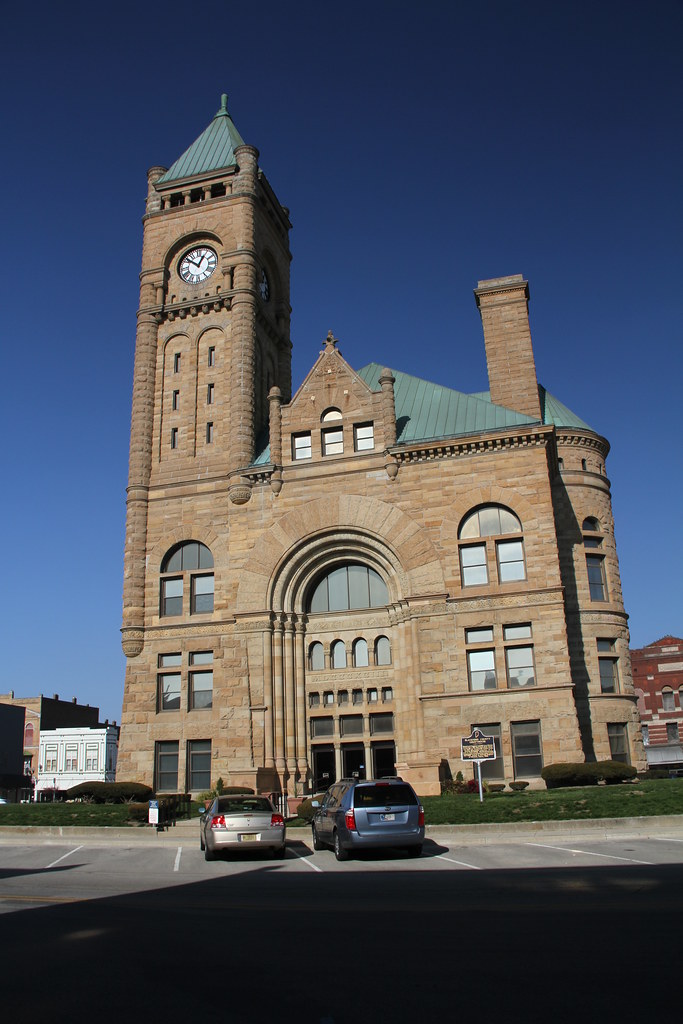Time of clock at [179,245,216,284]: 12:51
